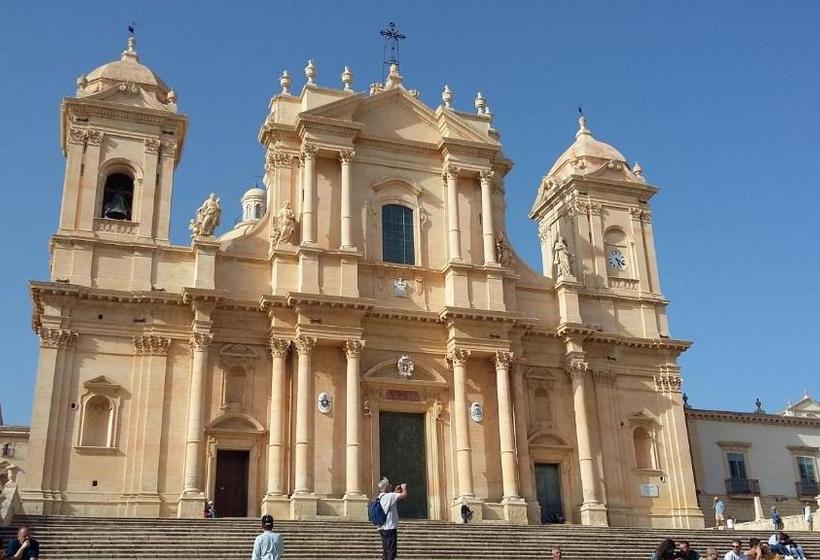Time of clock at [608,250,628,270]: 5:18
